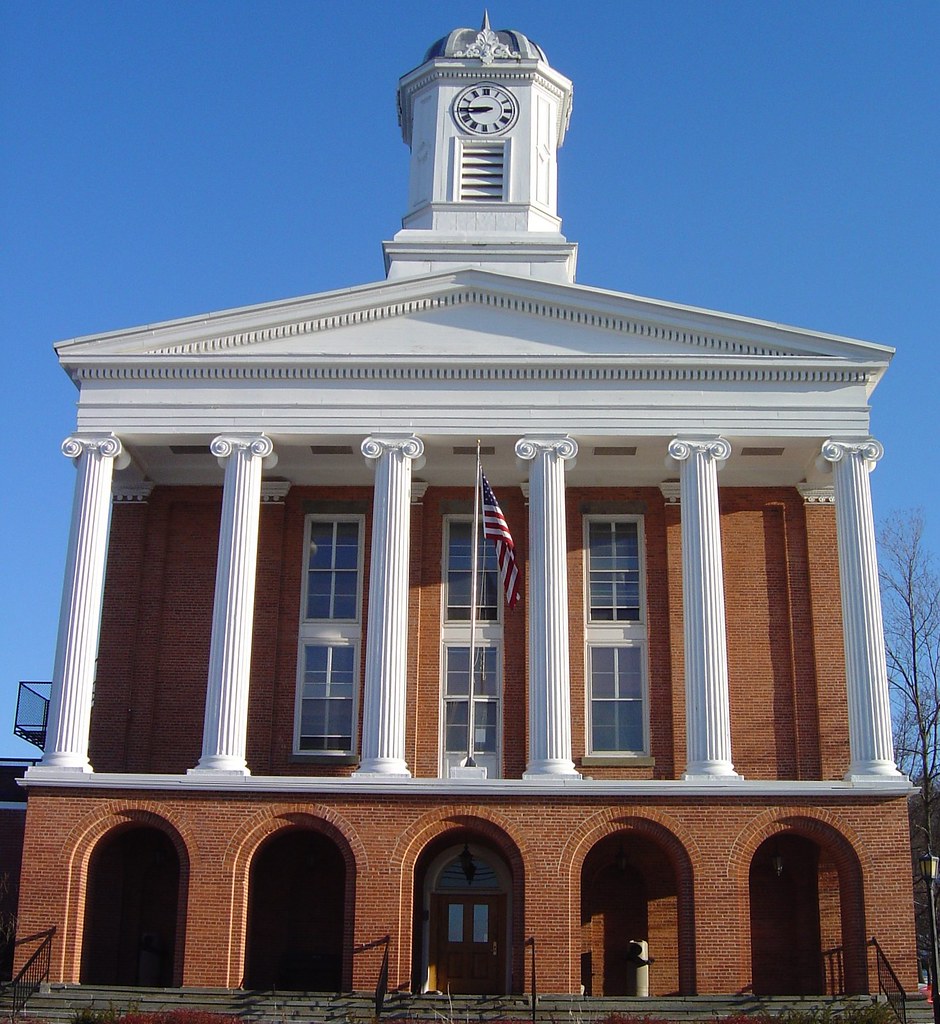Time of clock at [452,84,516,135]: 8:45
